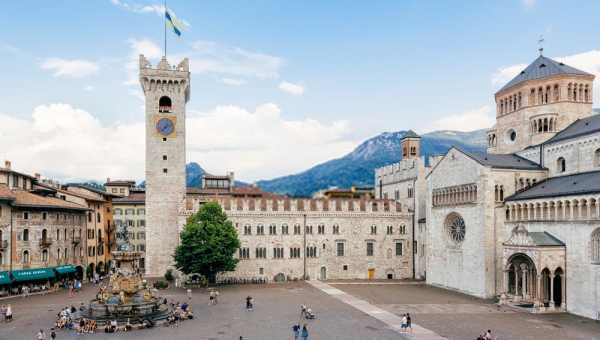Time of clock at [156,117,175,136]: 7:11
